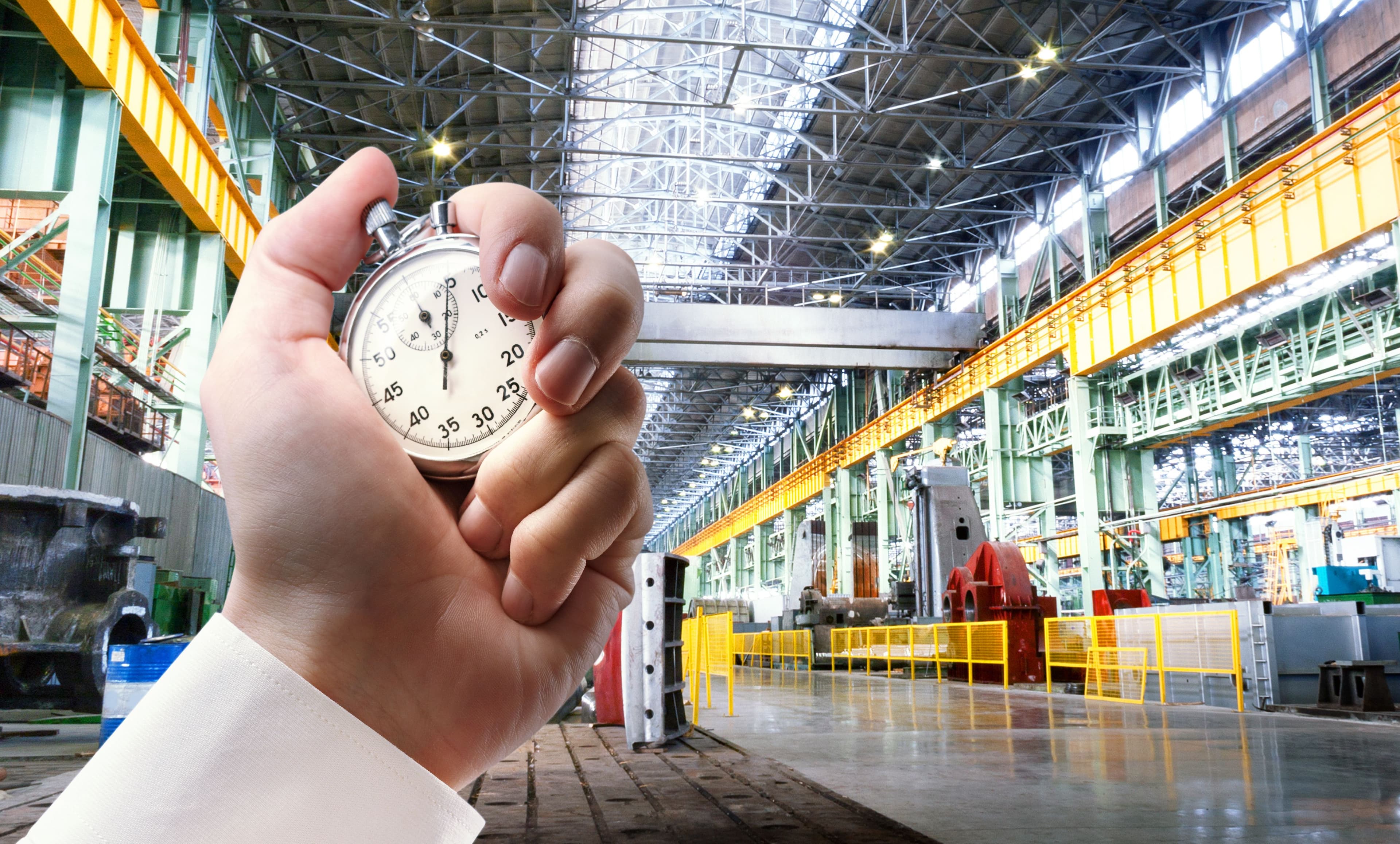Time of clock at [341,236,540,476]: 11:00
